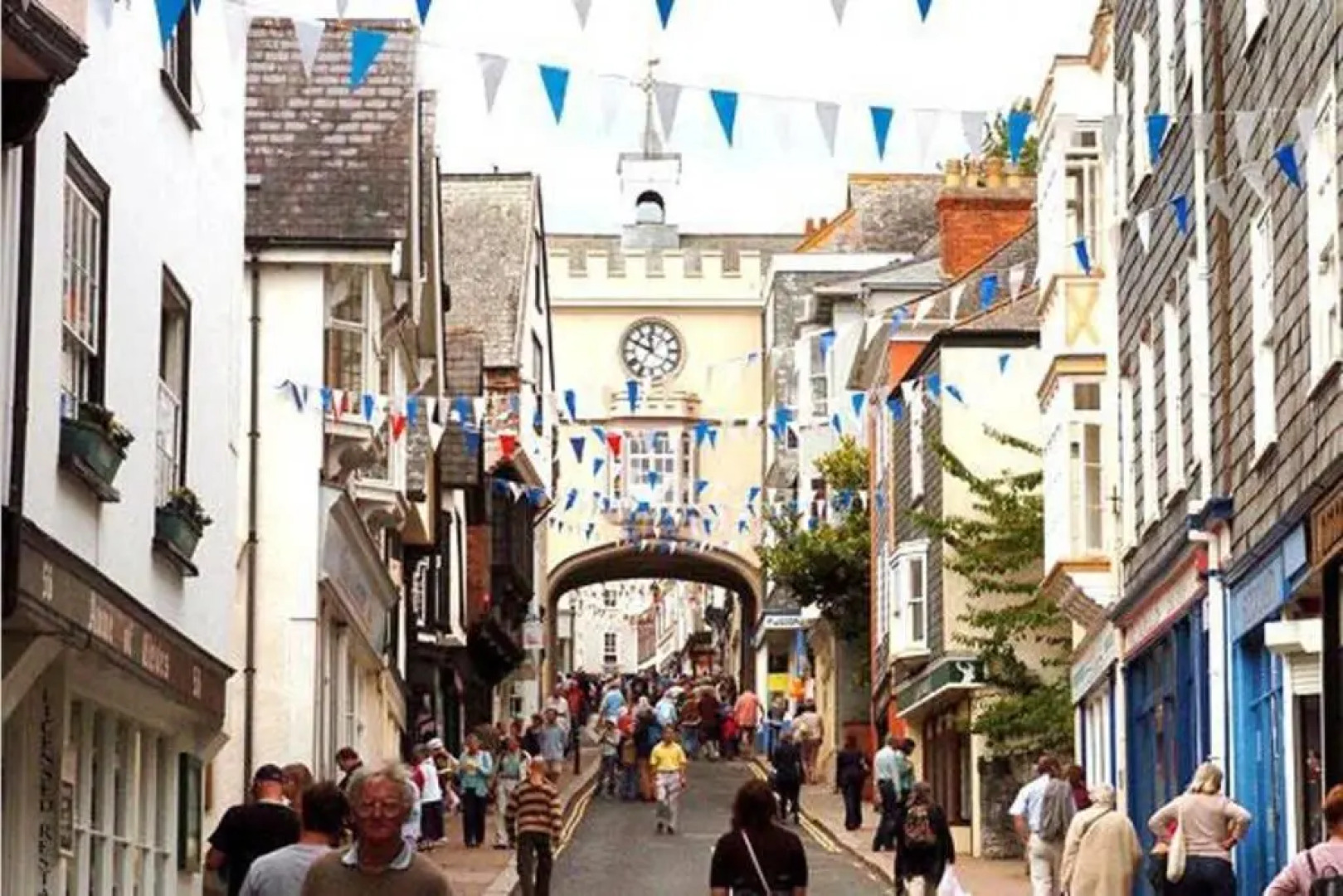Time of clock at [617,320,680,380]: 11:49
